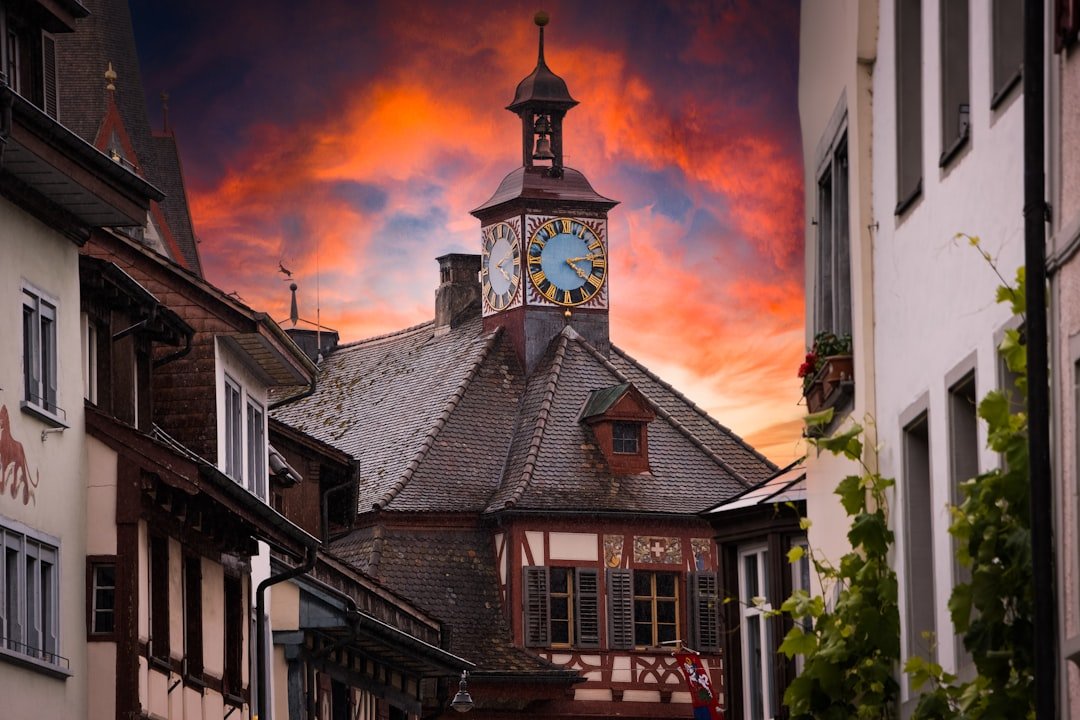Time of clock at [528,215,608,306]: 4:12
